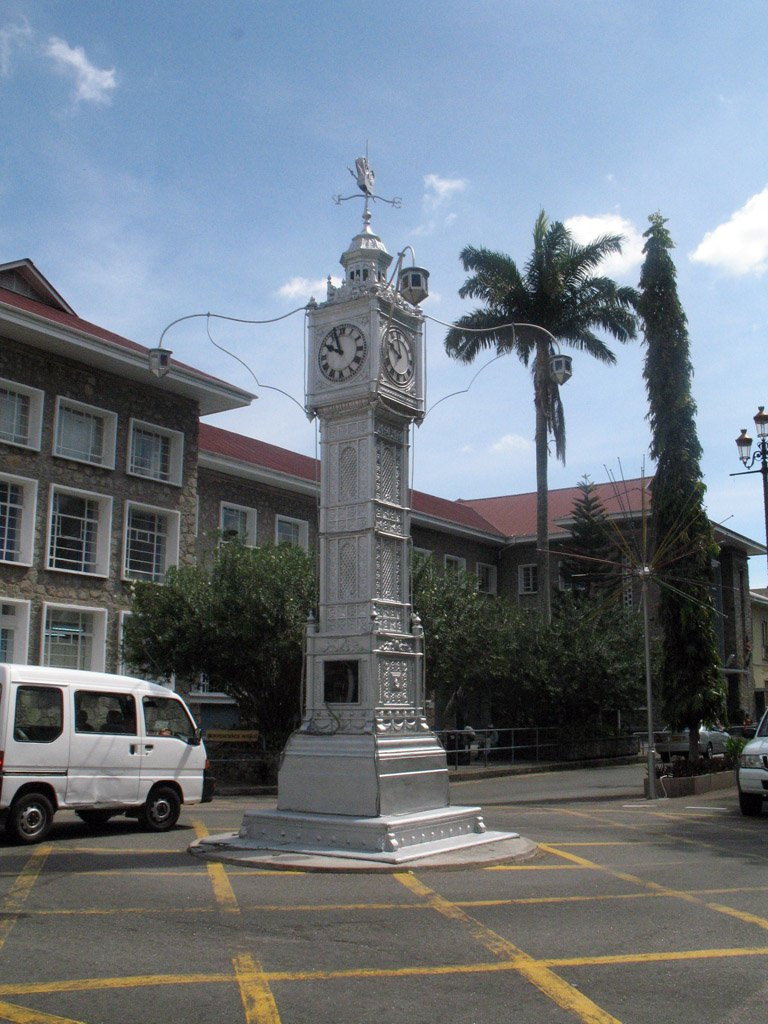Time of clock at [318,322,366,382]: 9:56
